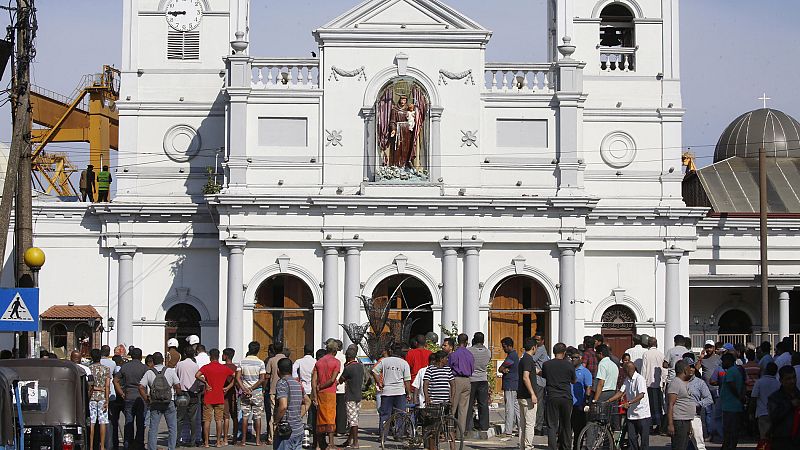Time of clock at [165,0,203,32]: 8:45
